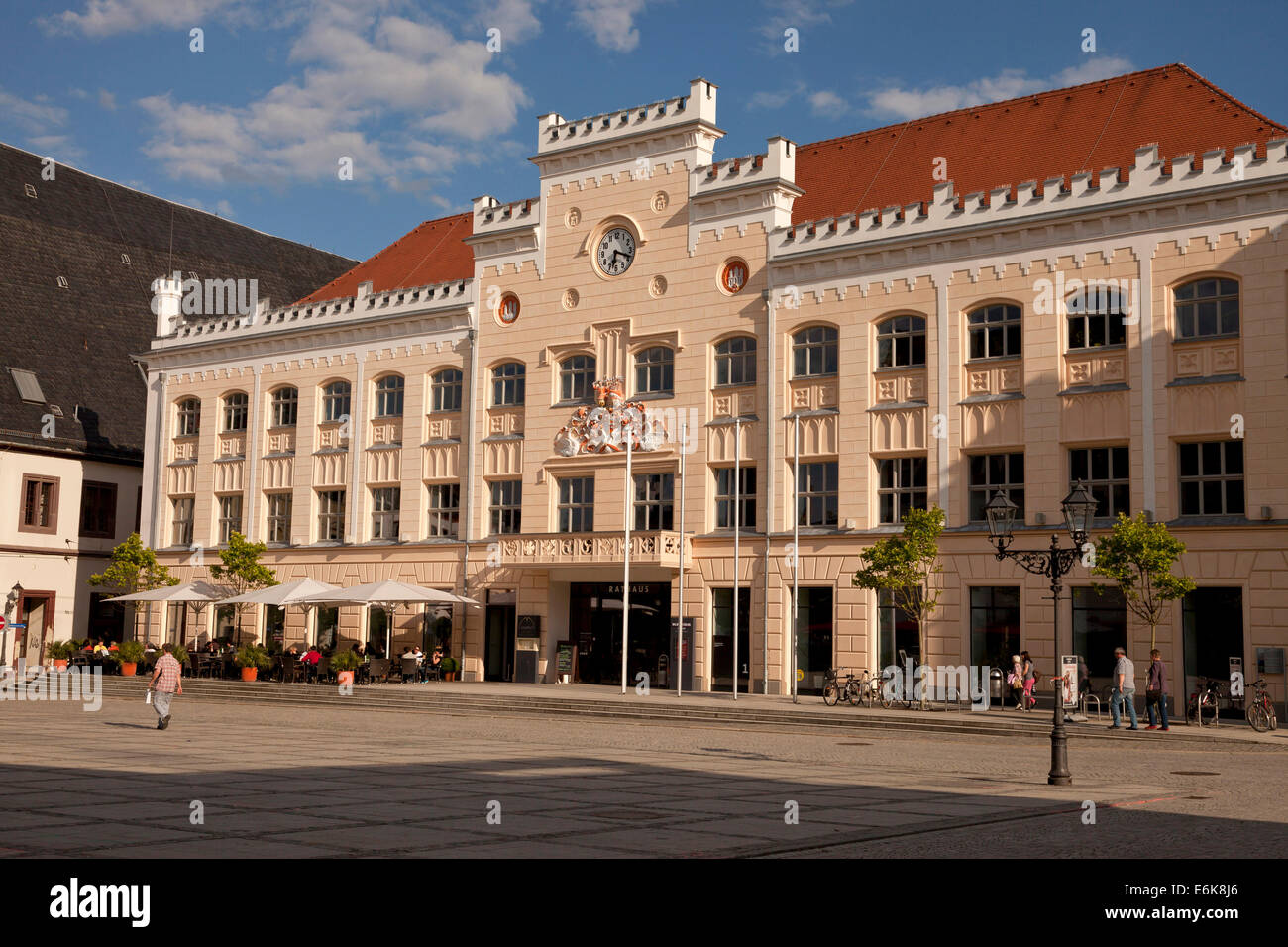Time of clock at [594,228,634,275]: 6:18
